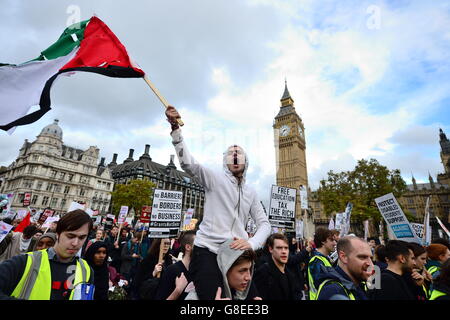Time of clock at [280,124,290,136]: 2:36
